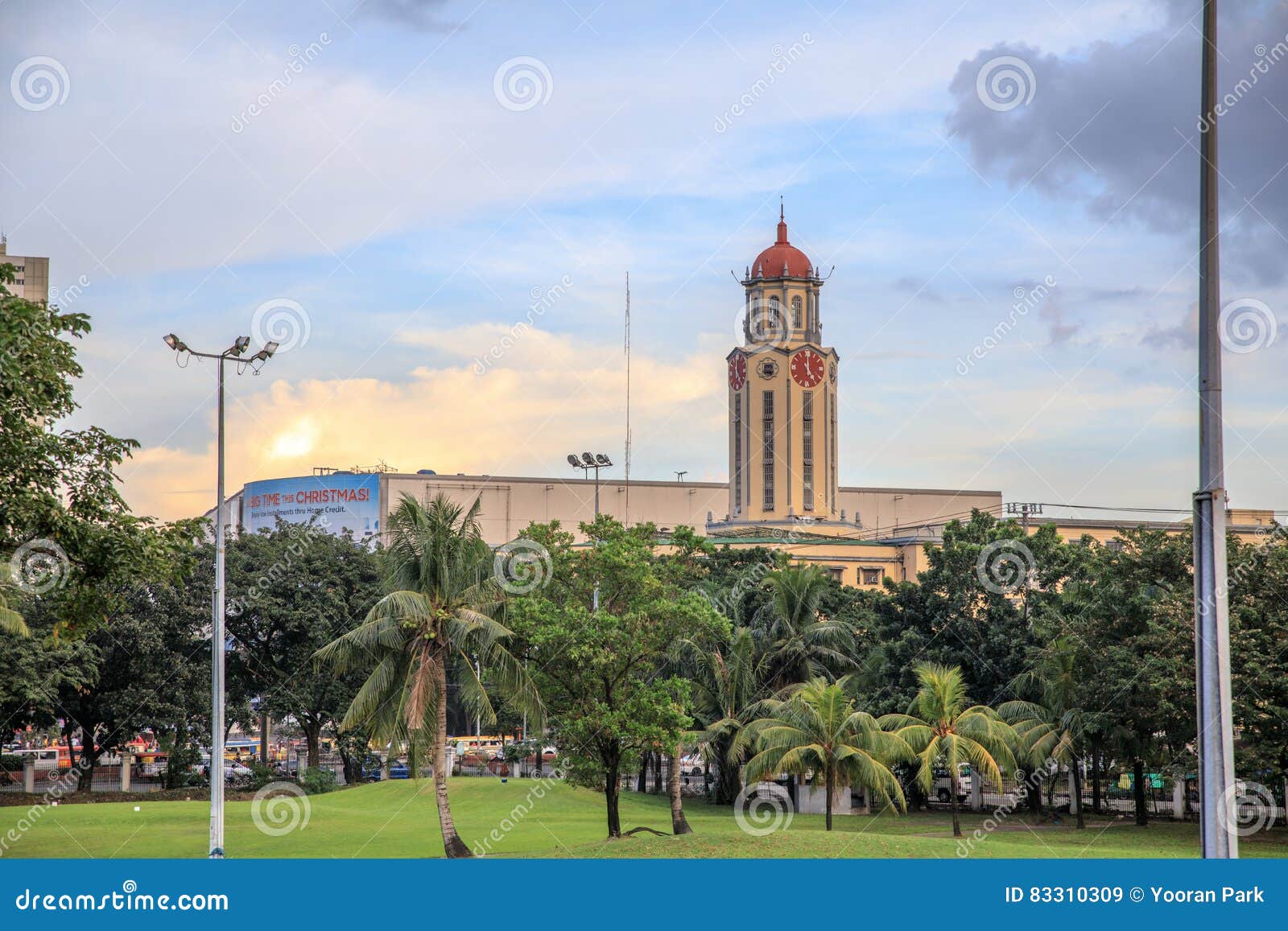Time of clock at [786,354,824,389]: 5:00
